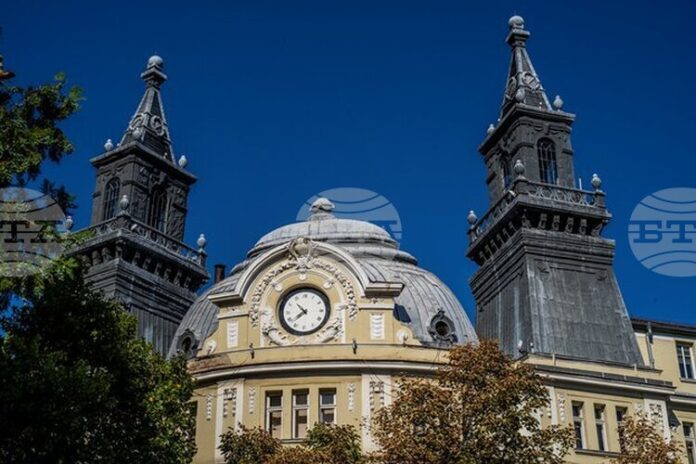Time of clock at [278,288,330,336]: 7:52
